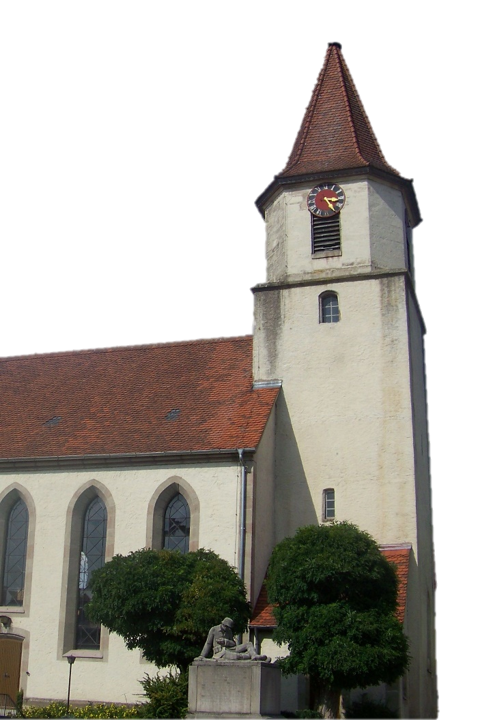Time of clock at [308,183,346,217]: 3:24
